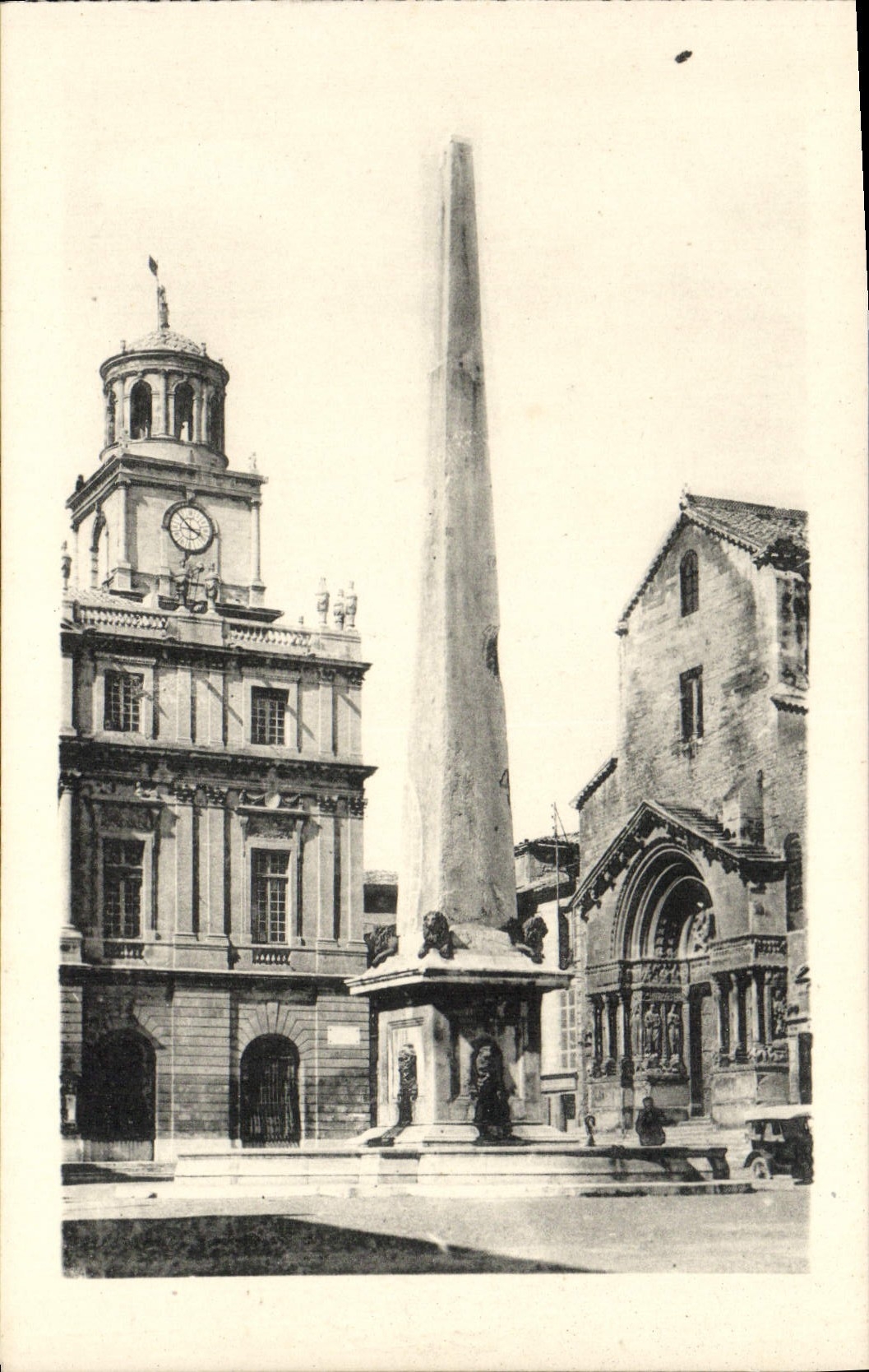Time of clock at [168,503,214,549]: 3:52
